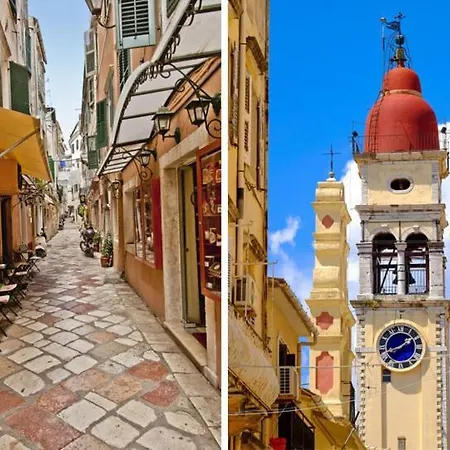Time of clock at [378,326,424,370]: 1:41
